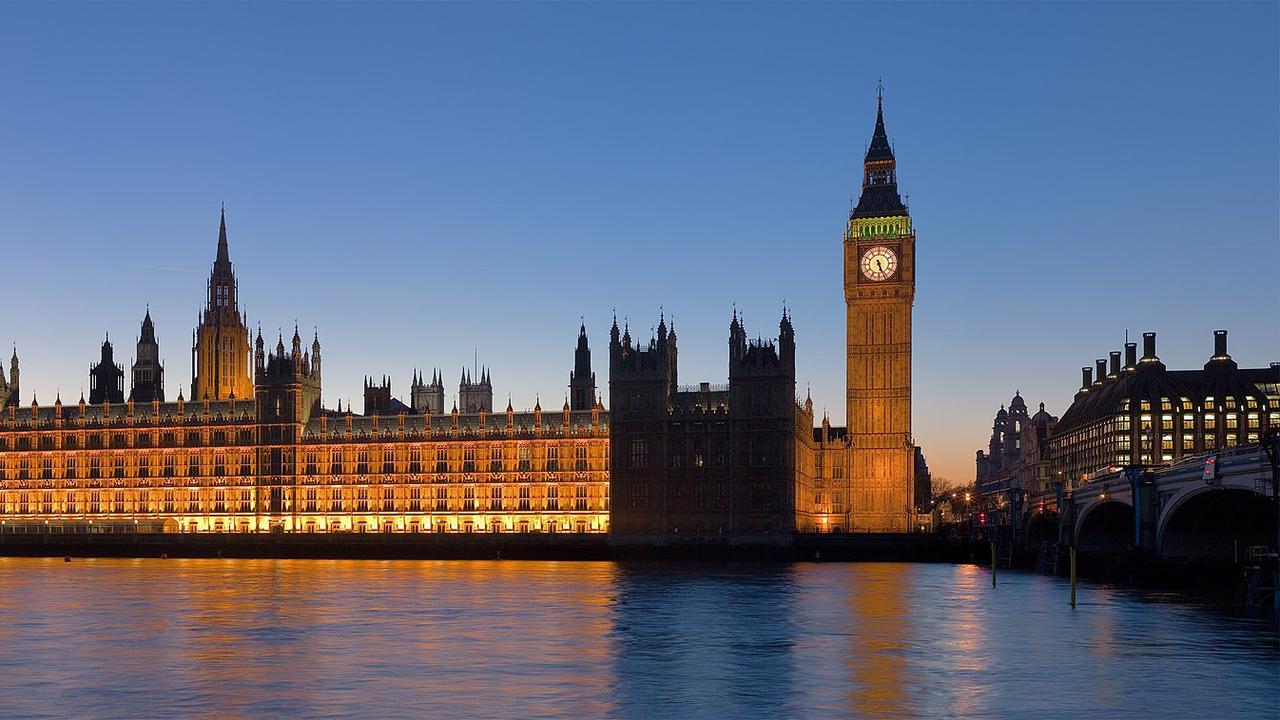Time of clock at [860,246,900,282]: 5:26
